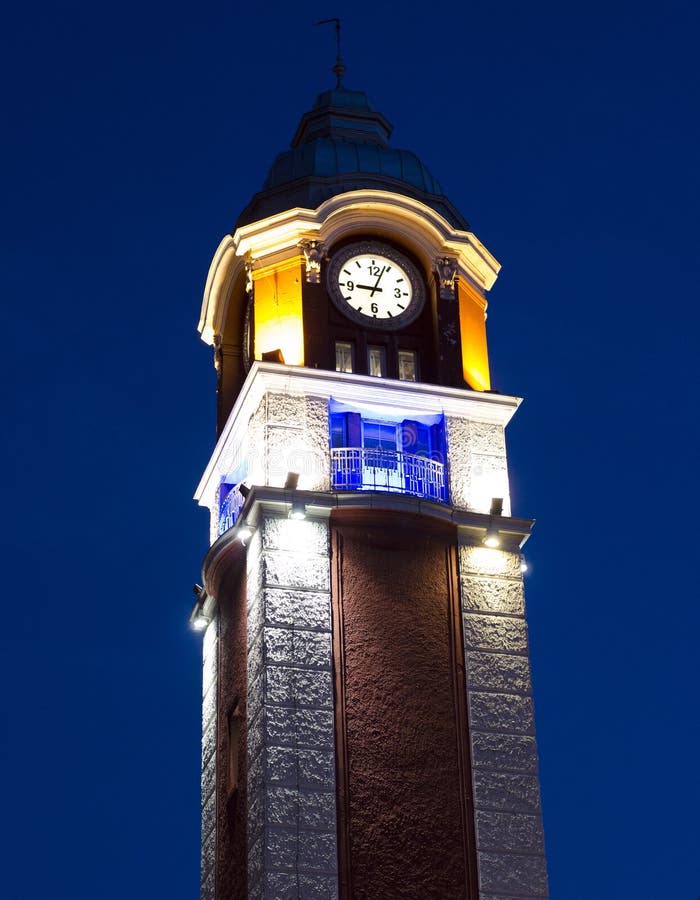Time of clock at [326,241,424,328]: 9:03
